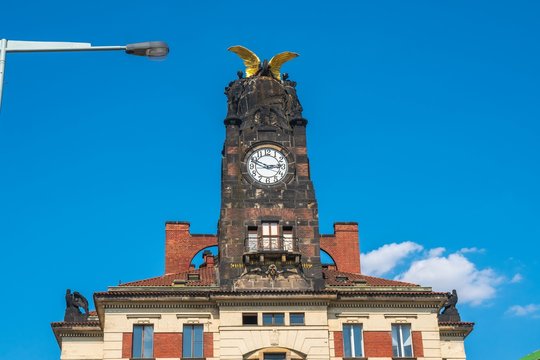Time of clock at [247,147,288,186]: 2:49
